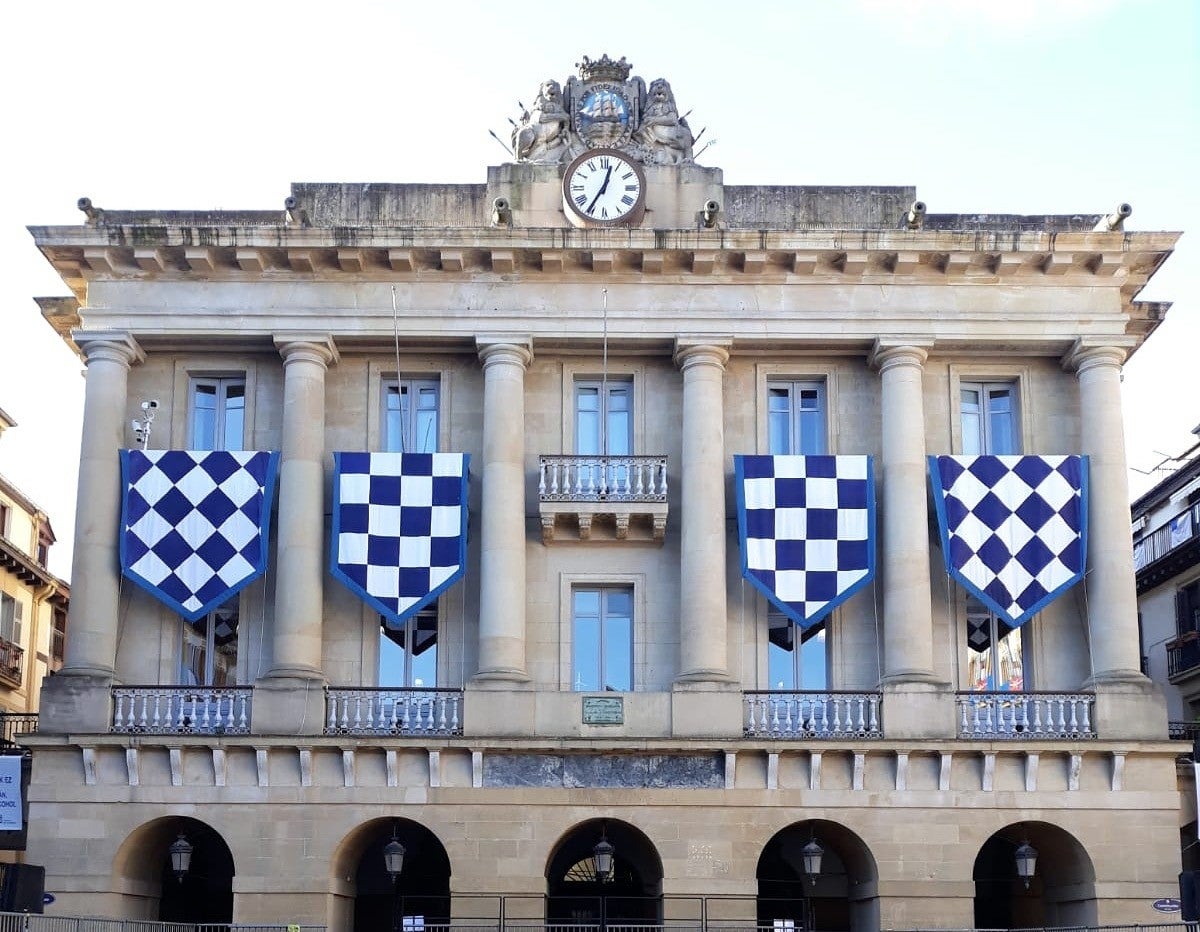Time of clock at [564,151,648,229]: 12:35
